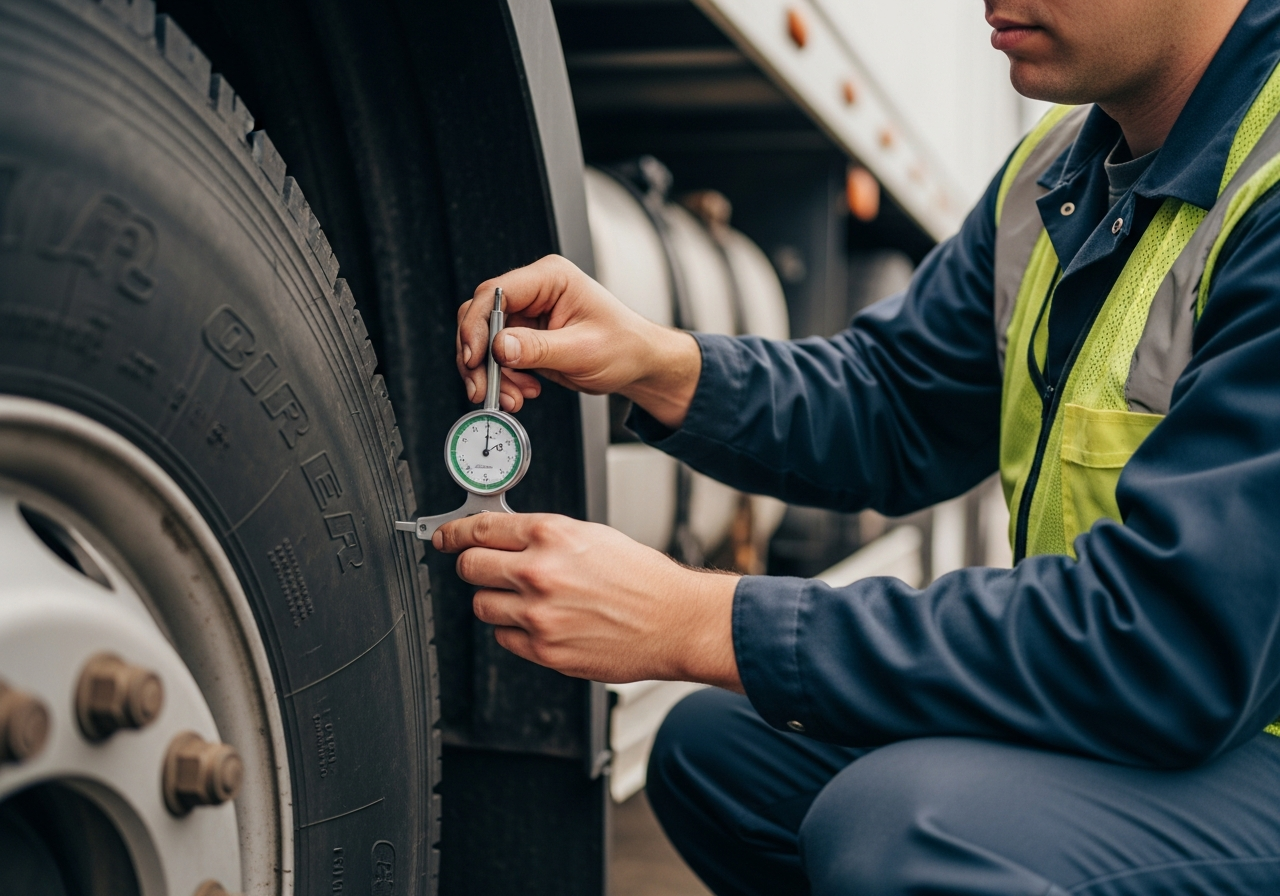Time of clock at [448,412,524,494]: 2:01
